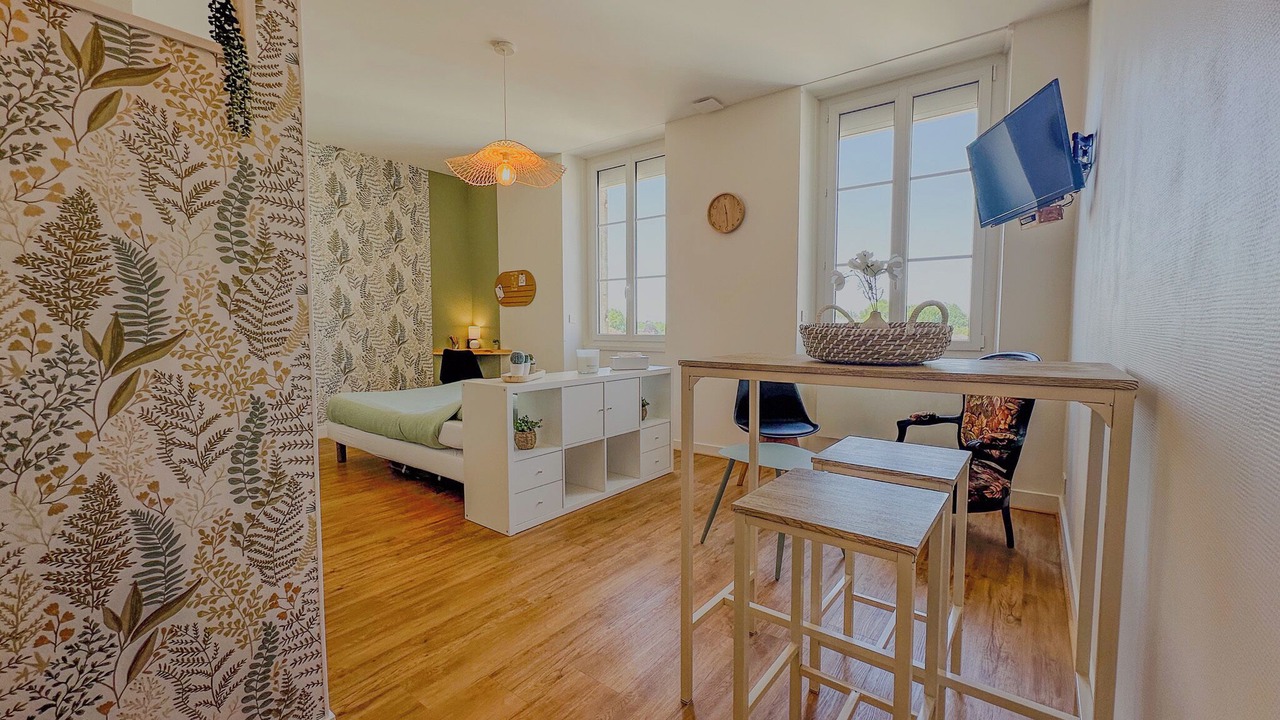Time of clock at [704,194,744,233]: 11:29
